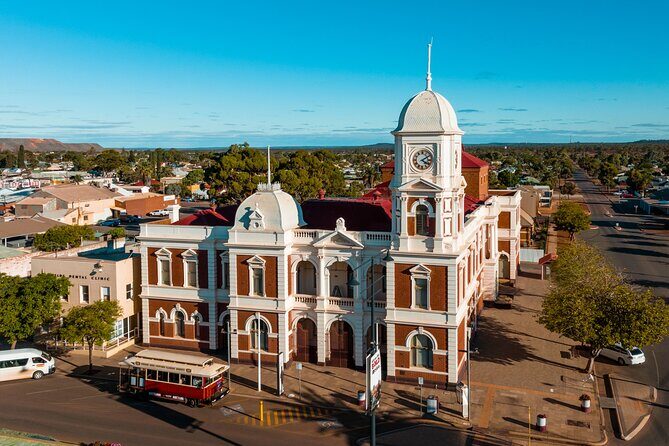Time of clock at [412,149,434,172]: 4:09
